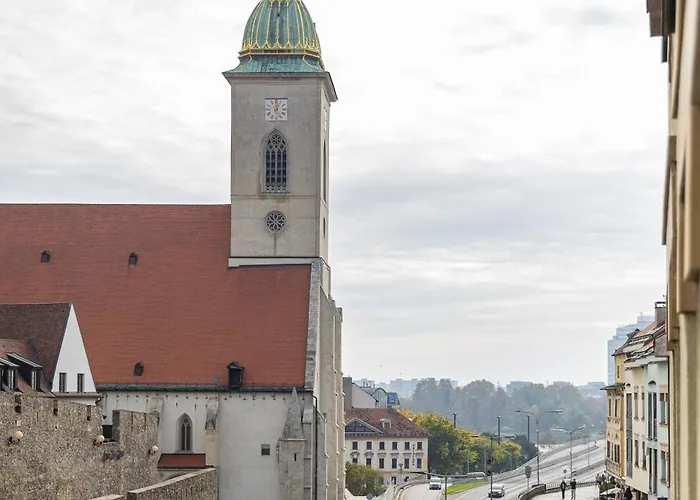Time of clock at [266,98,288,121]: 12:26
